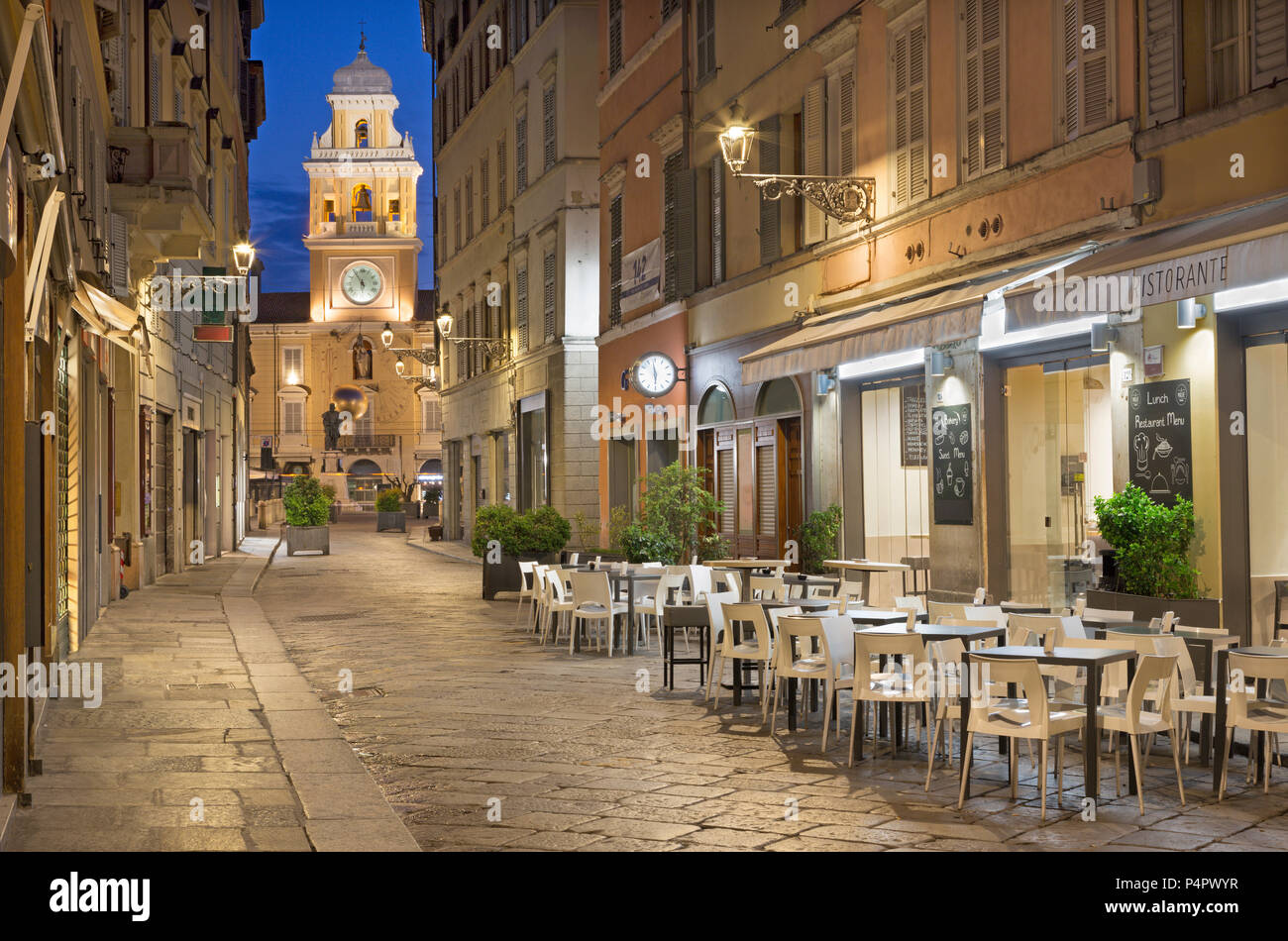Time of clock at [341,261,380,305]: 5:54
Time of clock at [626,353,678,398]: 5:58
